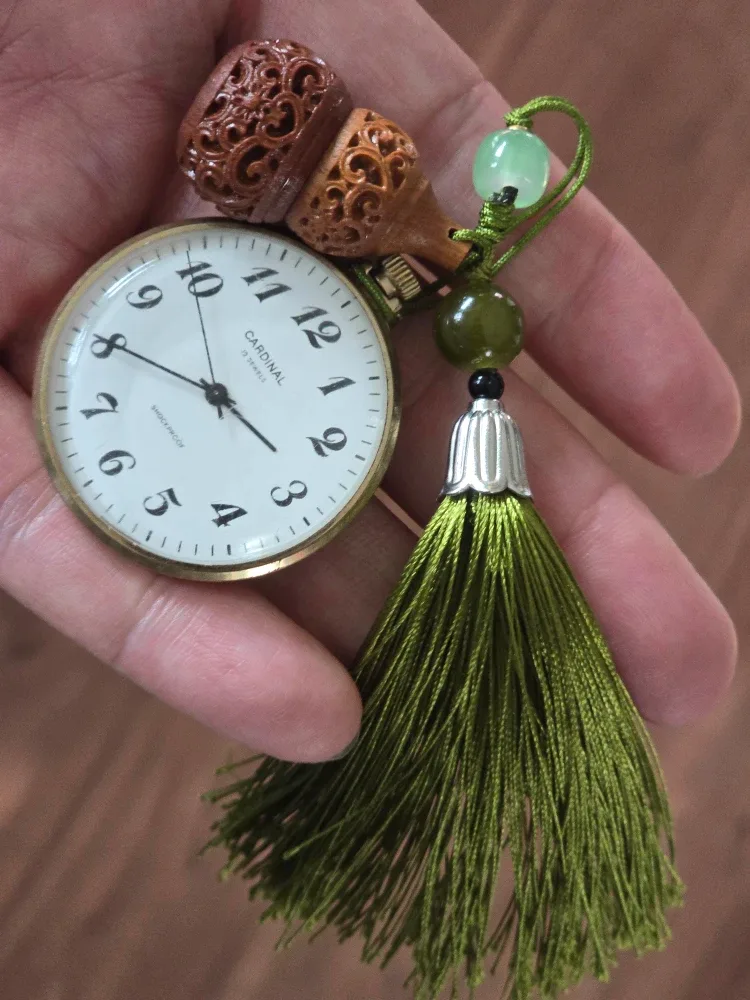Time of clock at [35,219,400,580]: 4:50
